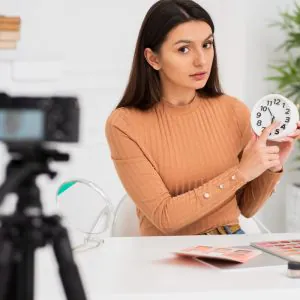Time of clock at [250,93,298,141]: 5:53
